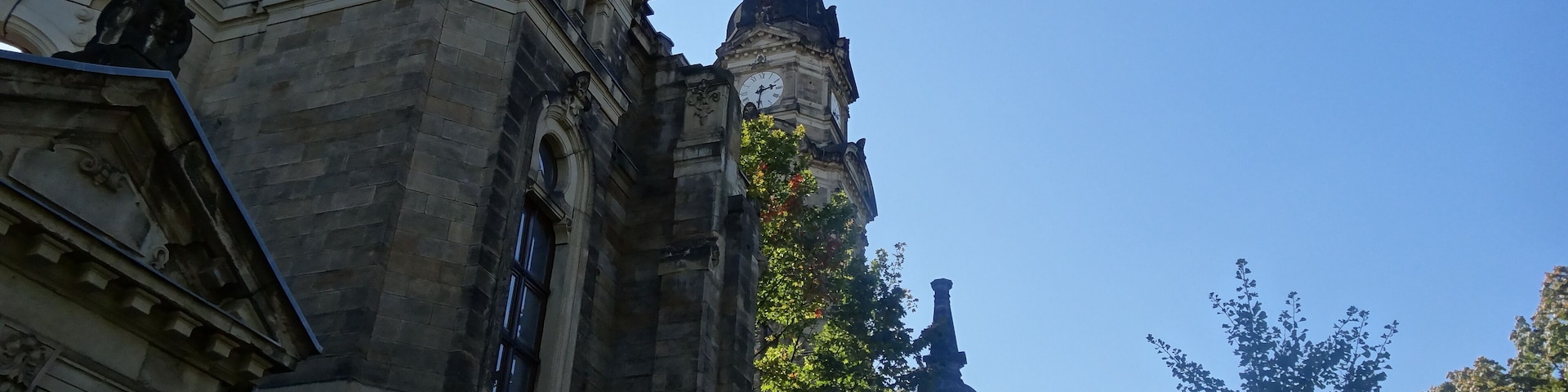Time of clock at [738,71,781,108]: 2:31
